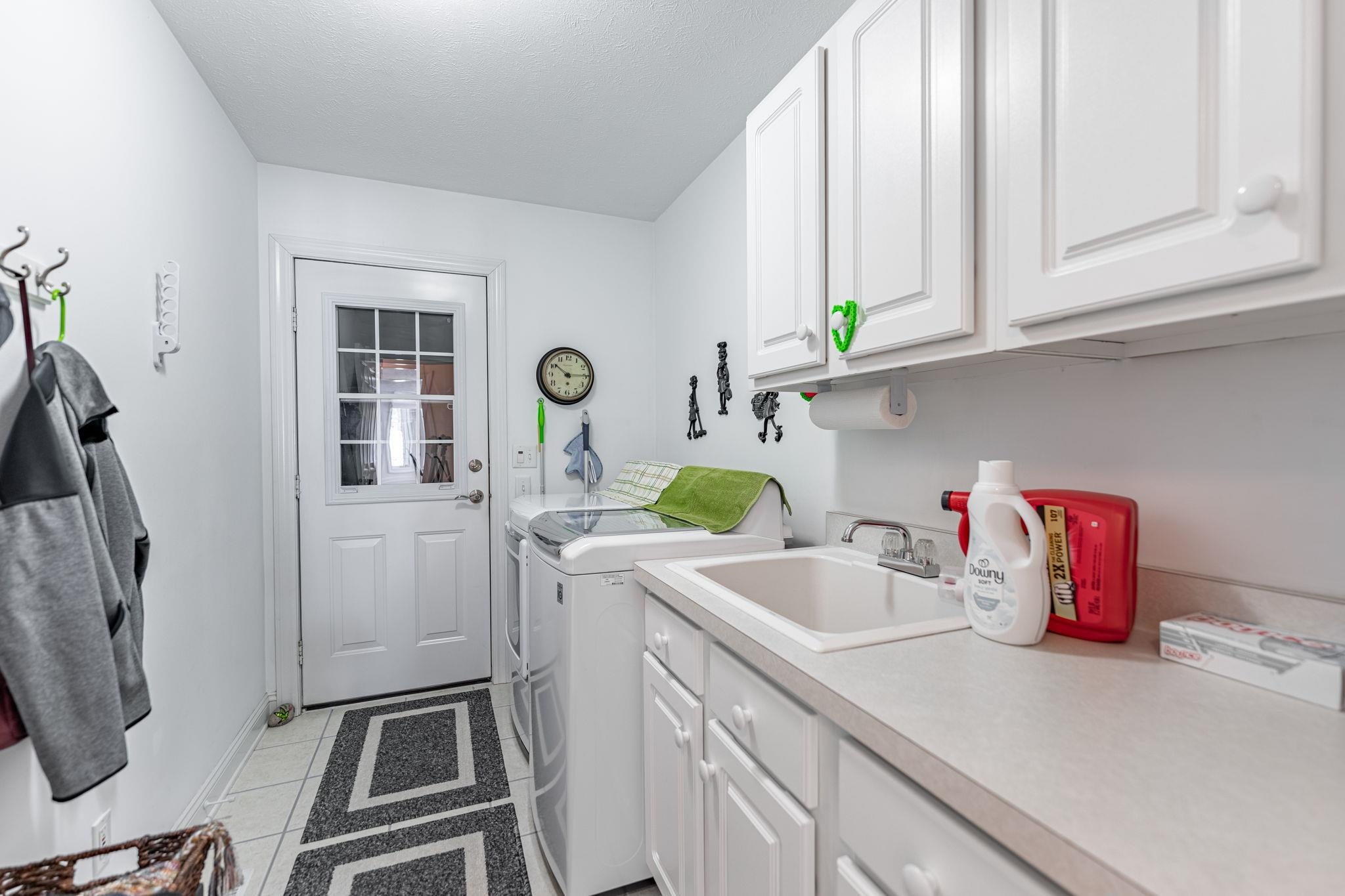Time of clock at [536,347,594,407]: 10:14
